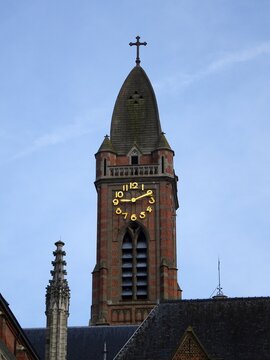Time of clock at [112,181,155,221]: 9:10
